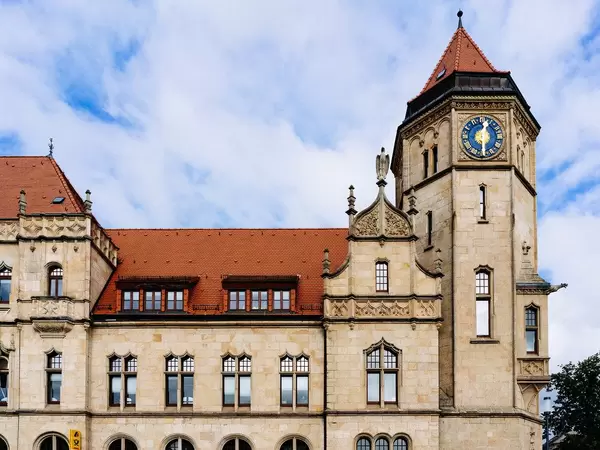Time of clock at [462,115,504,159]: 12:29
